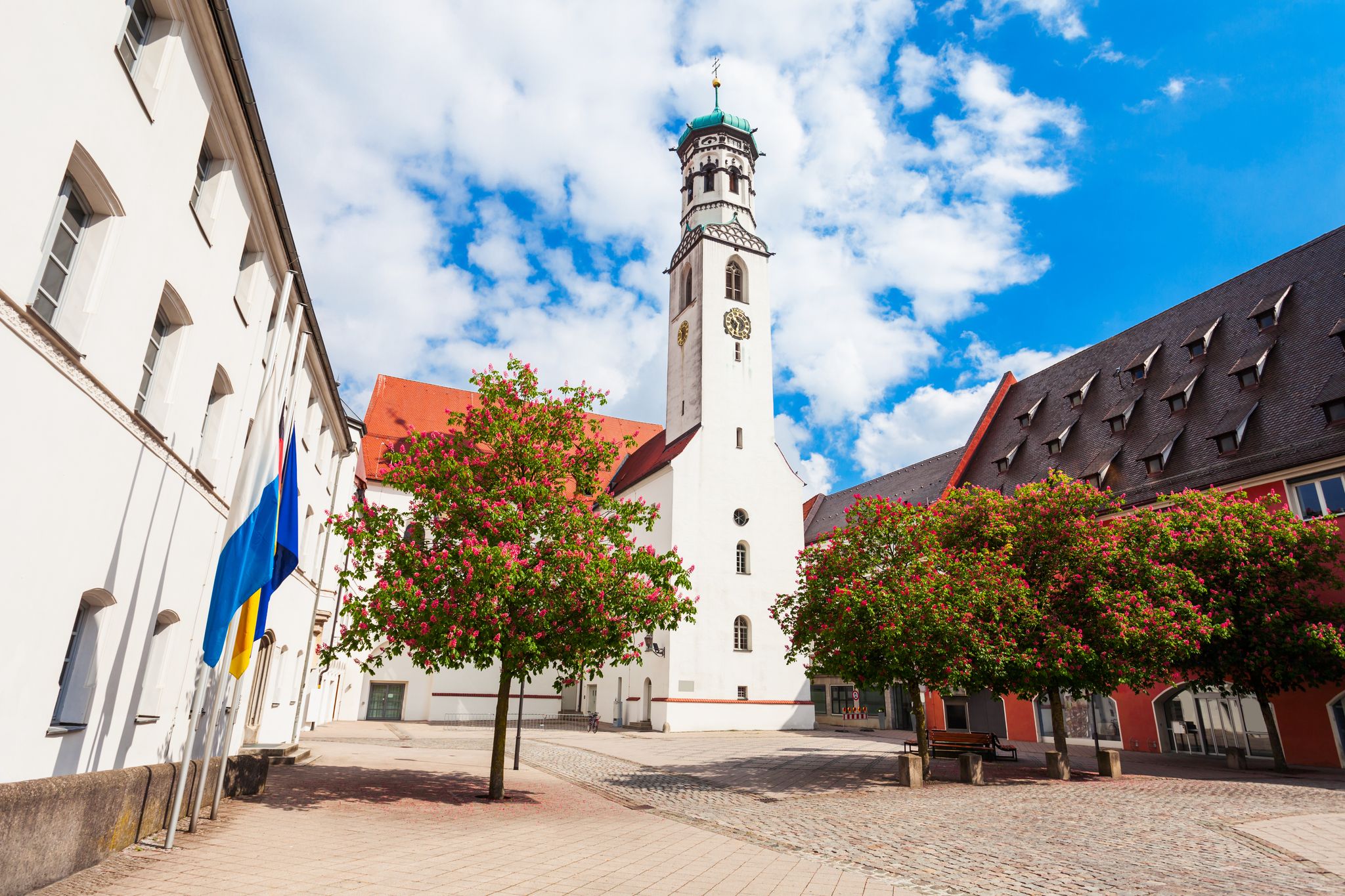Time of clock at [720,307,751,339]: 10:34
